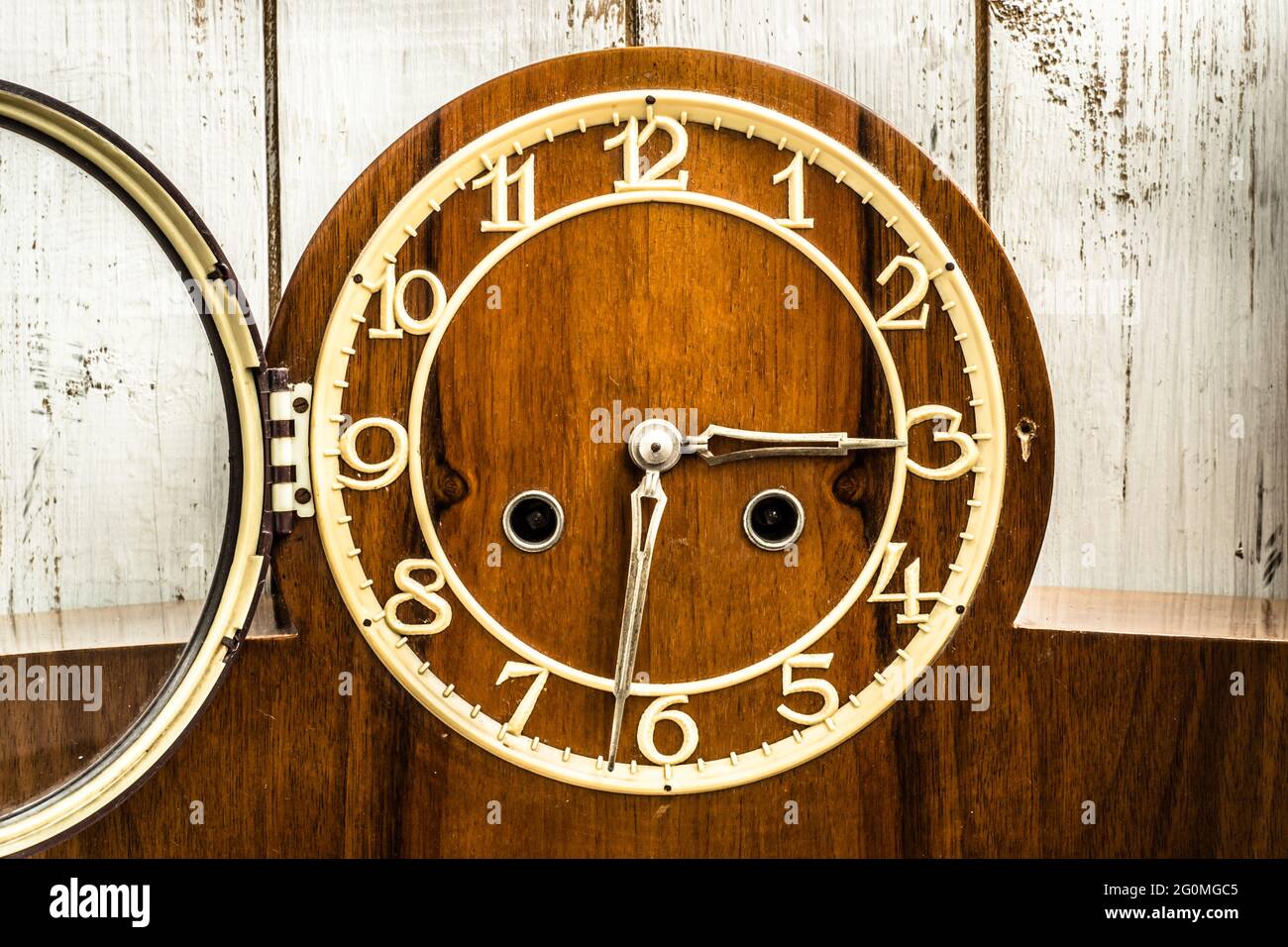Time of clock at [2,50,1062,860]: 6:15
